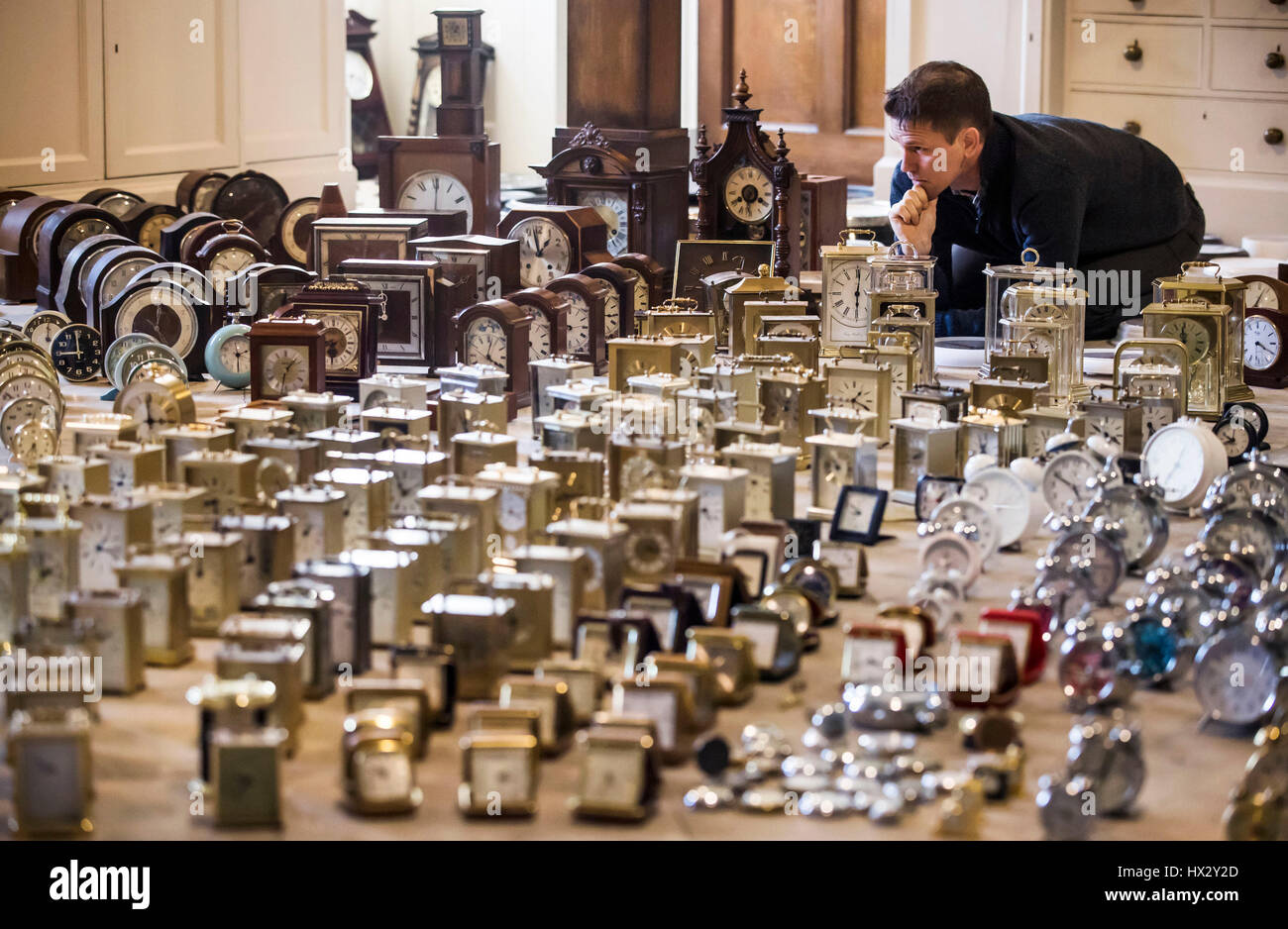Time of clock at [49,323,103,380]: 8:59
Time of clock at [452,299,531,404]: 12:18
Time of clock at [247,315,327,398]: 1:32
